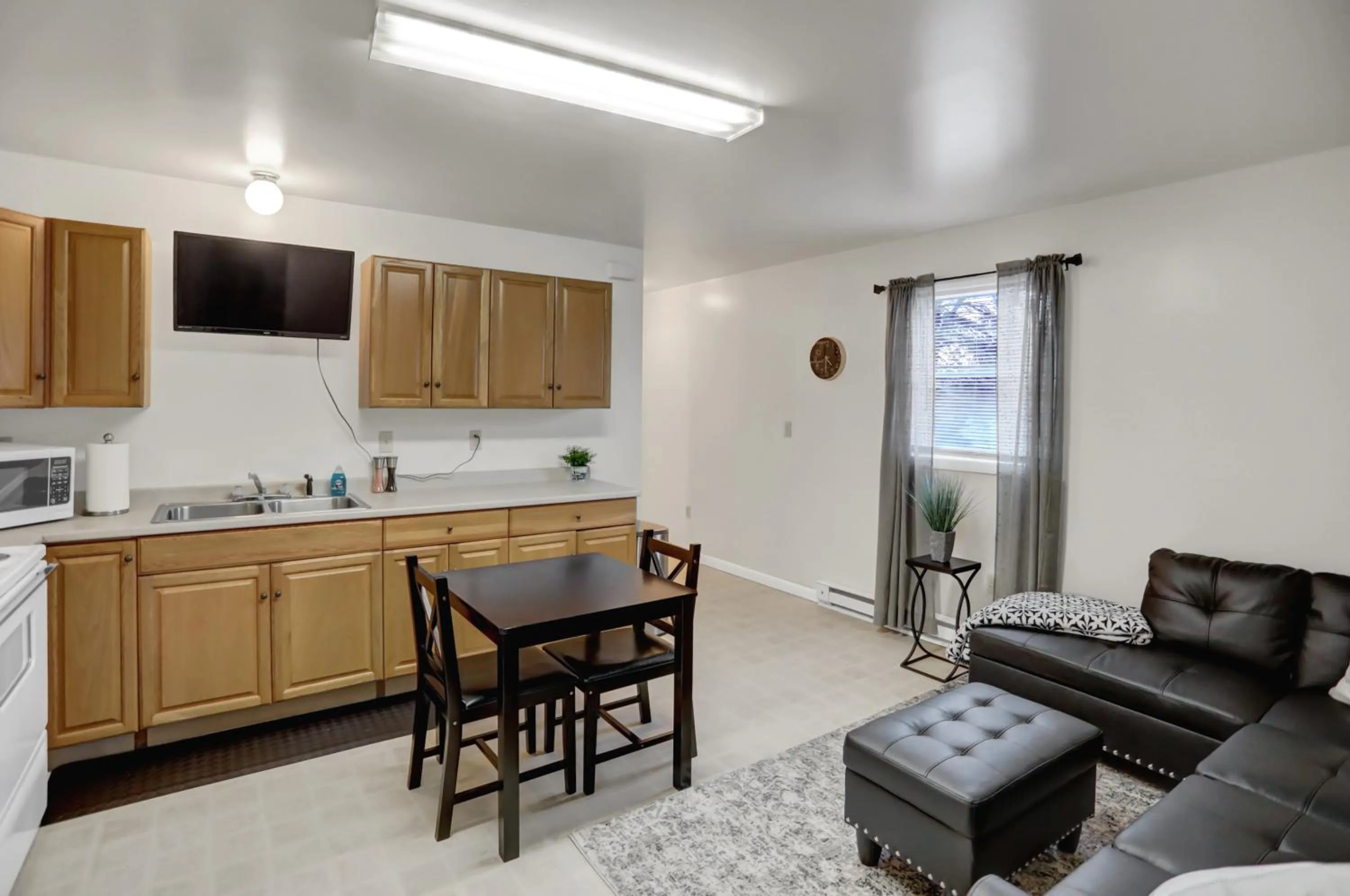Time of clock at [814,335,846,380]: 4:29
